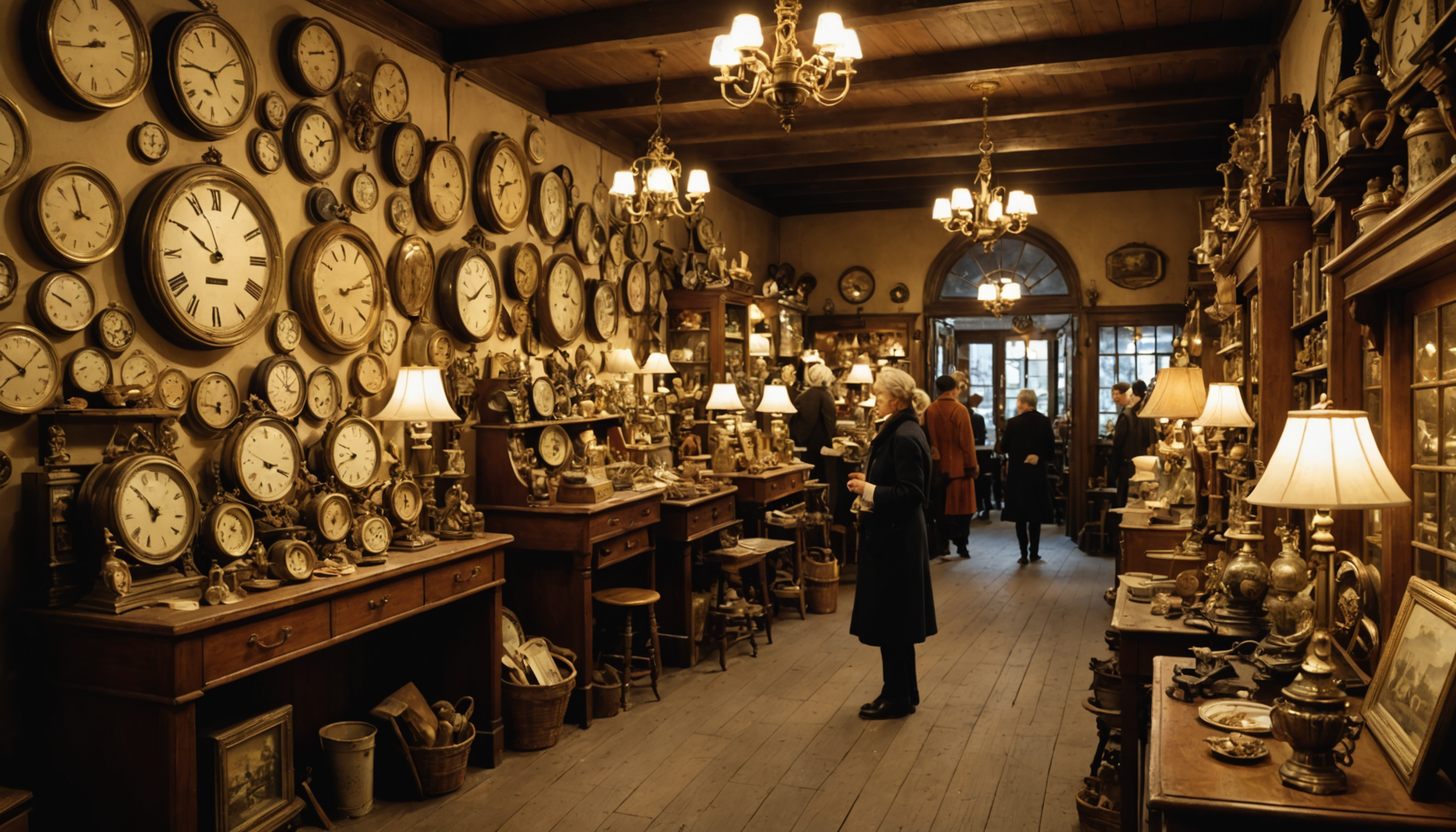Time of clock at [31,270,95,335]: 9:50
